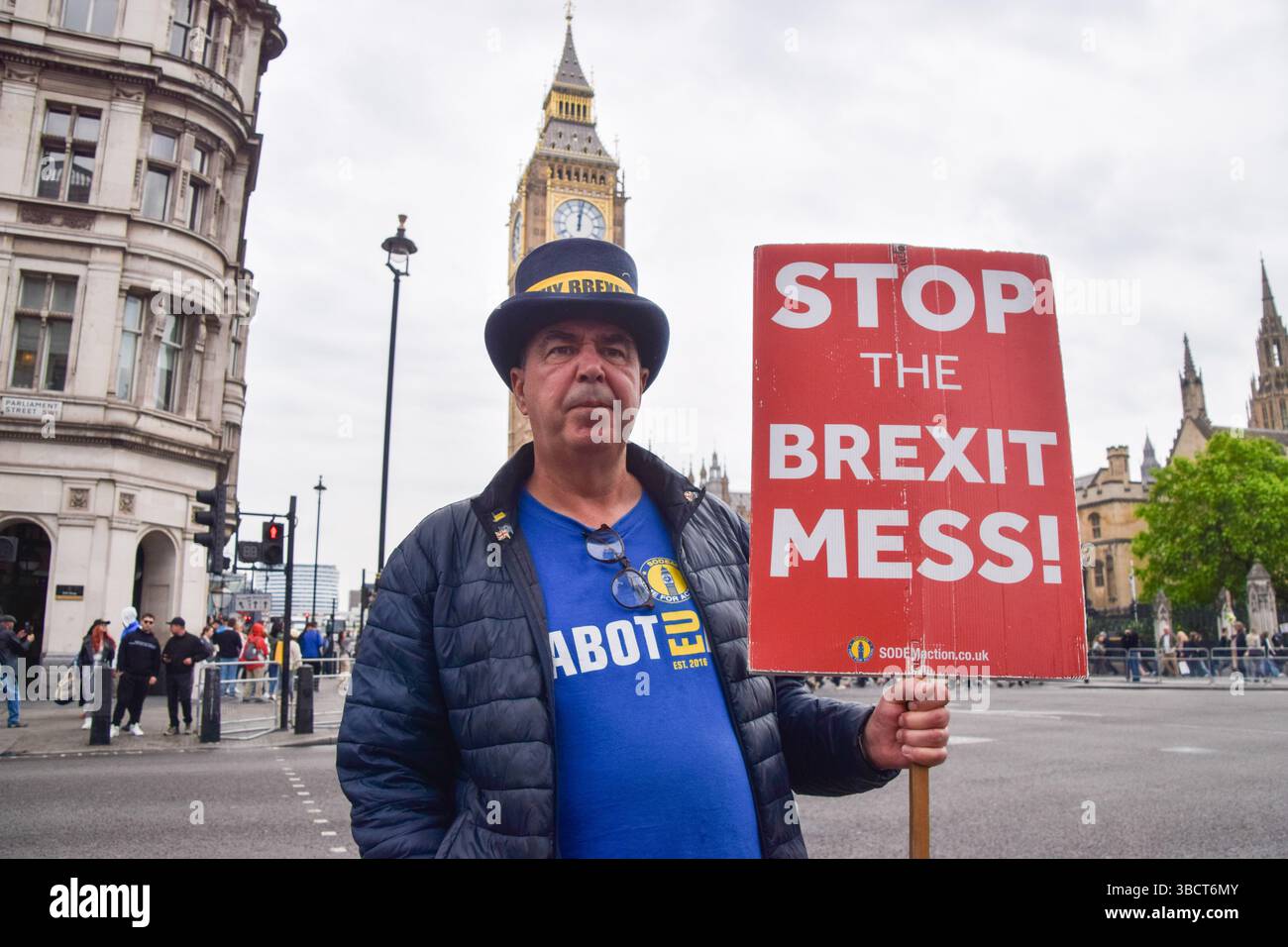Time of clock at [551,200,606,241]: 12:01
